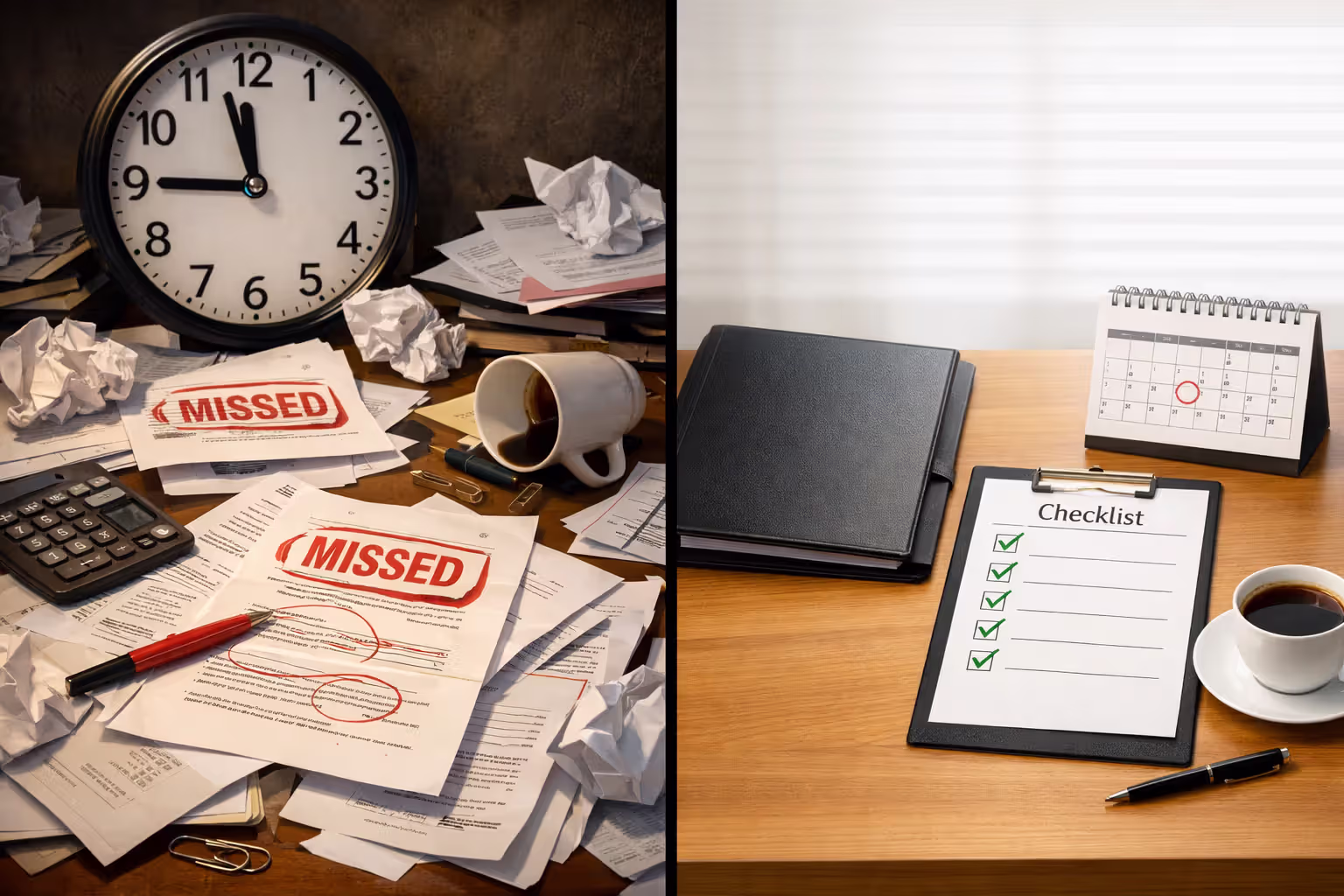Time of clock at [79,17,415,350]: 11:45
